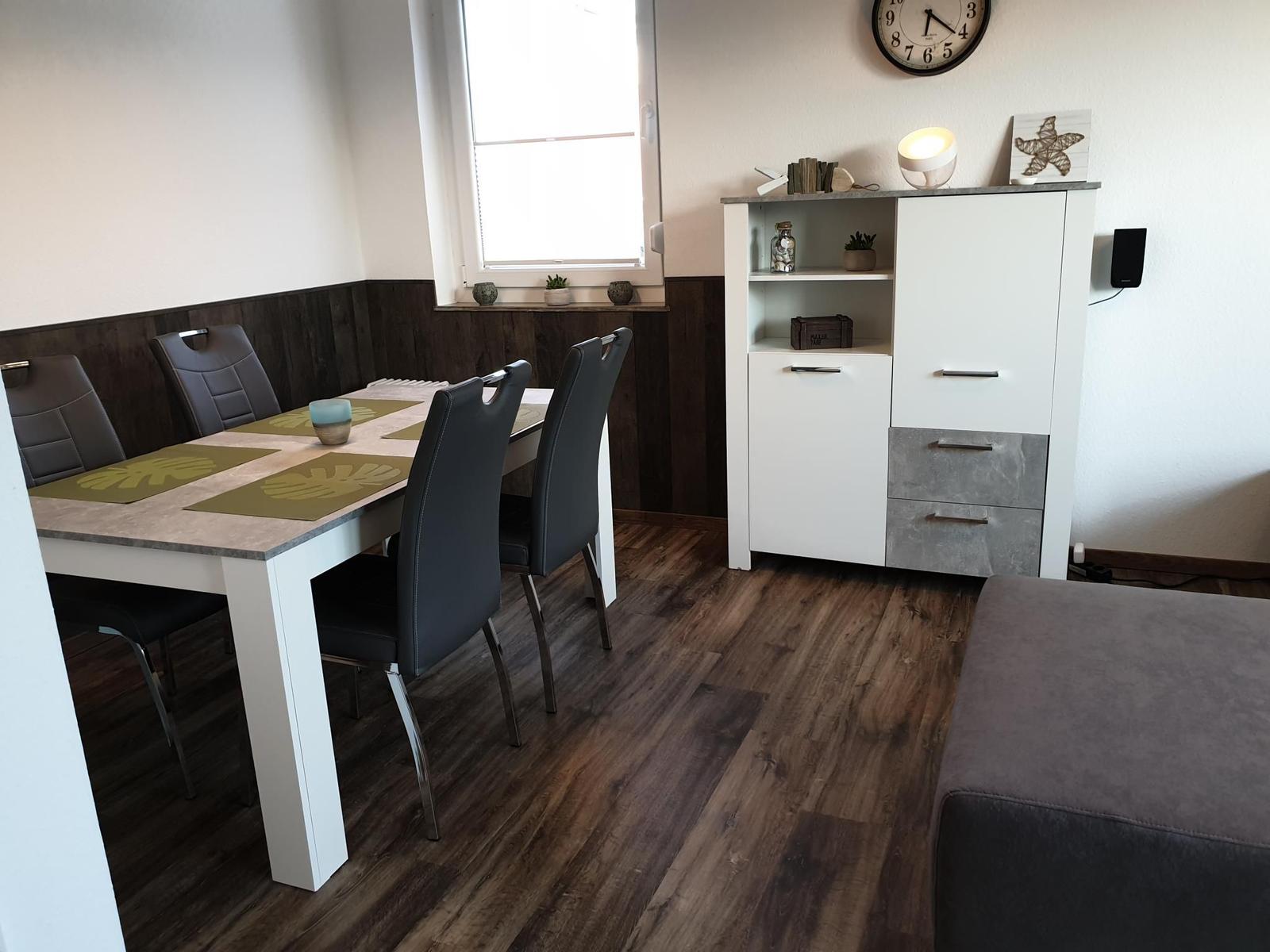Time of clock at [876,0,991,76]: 6:21
